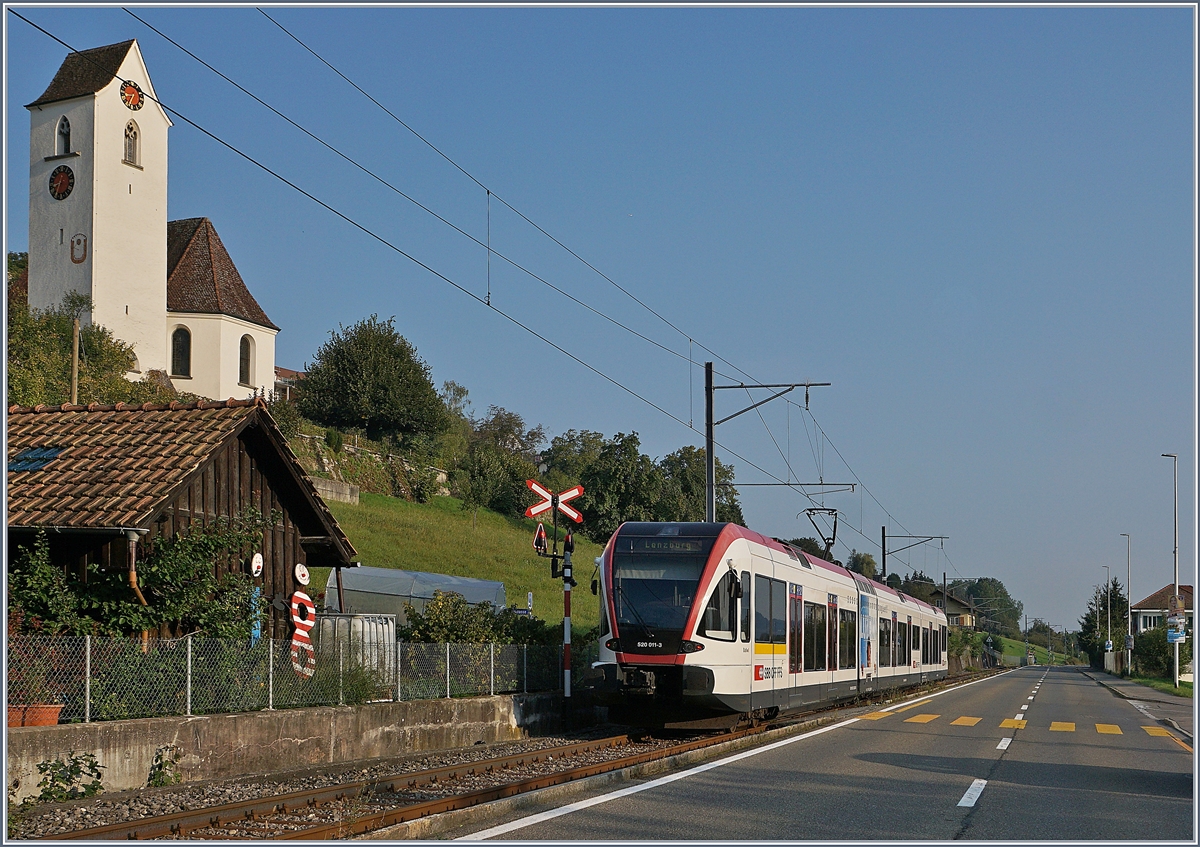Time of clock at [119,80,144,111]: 8:35
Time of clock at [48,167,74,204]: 8:33
